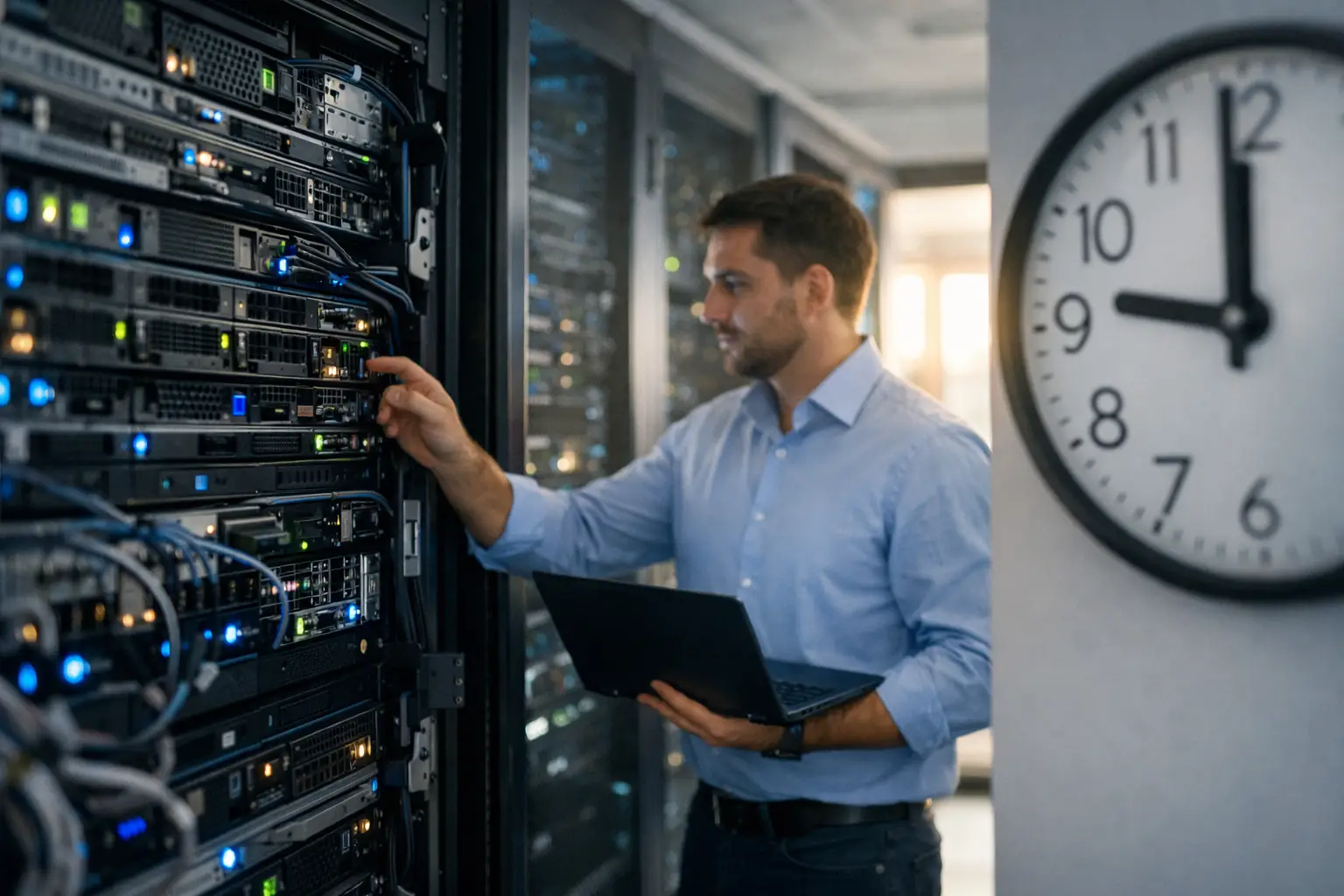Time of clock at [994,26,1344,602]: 11:46
